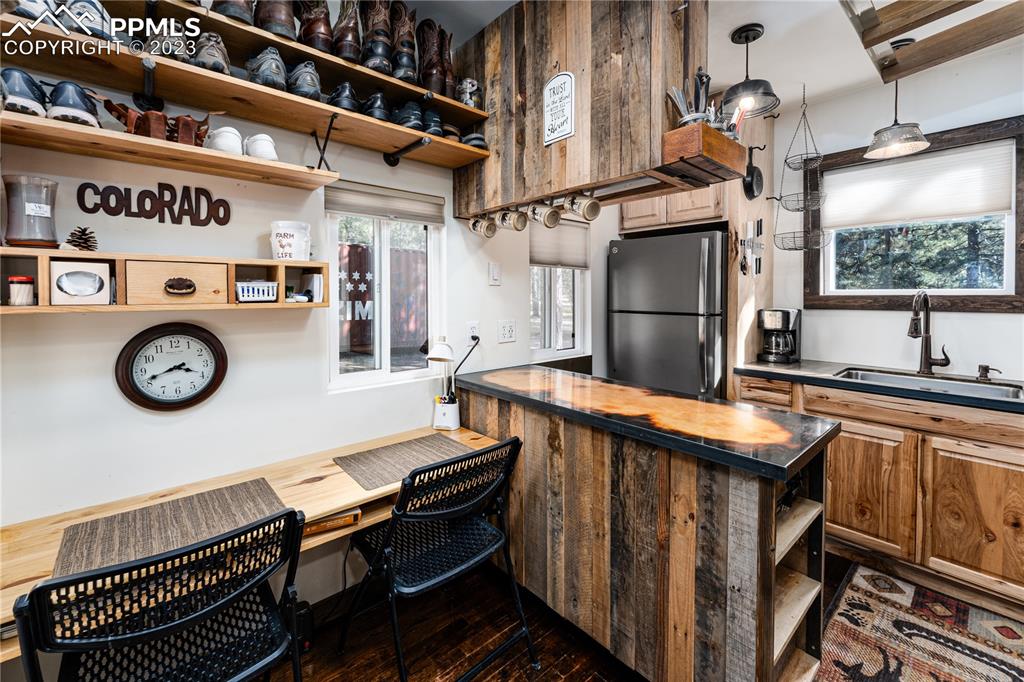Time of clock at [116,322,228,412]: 3:41
